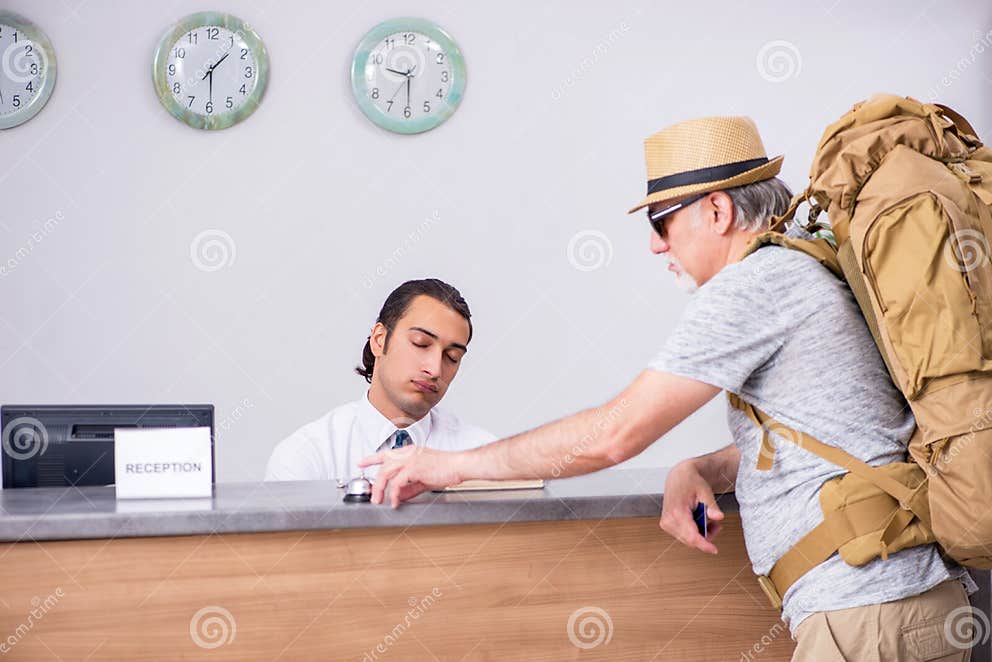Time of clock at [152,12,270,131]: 1:29
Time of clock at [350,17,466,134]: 9:29
